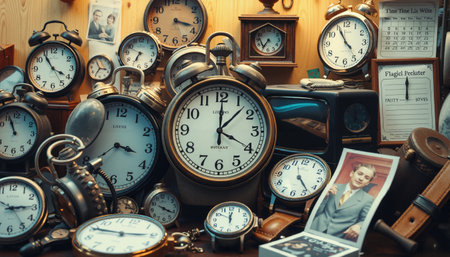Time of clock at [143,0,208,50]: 3:17
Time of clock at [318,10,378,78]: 10:55
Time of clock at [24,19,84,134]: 3:54
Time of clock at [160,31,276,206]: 4:00
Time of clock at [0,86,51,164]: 10:56
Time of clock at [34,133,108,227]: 3:15
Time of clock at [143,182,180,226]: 4:20
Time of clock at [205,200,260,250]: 11:50
